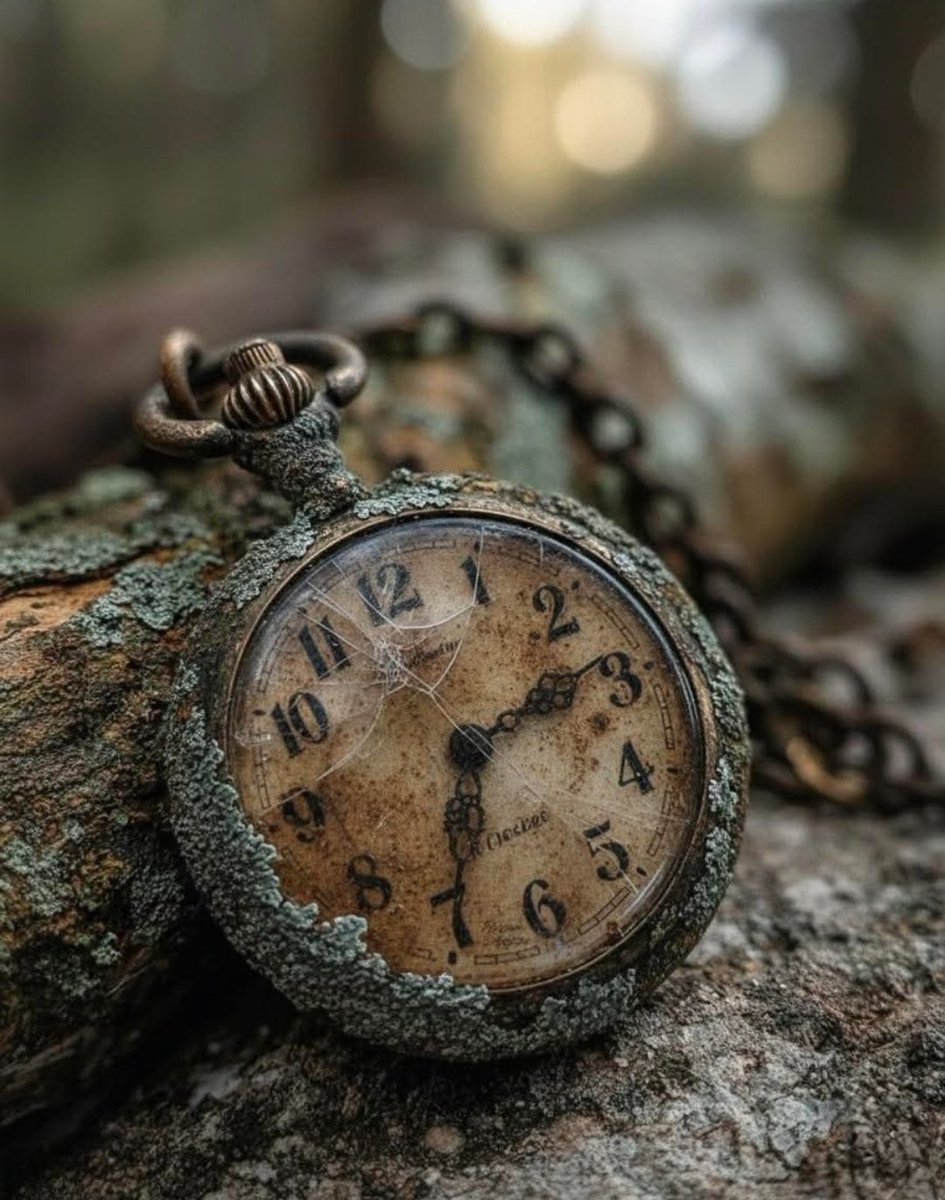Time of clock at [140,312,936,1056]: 1:30
